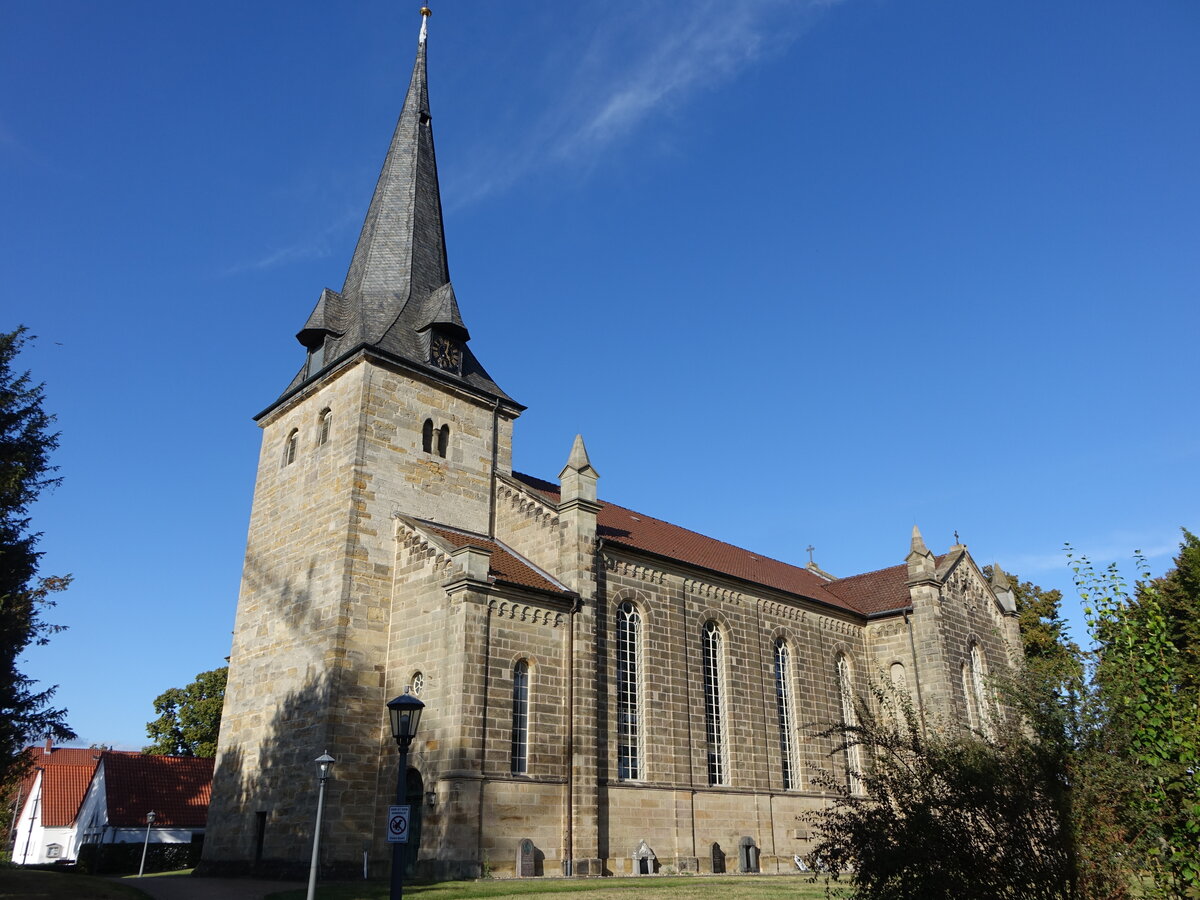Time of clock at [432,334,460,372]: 12:24
